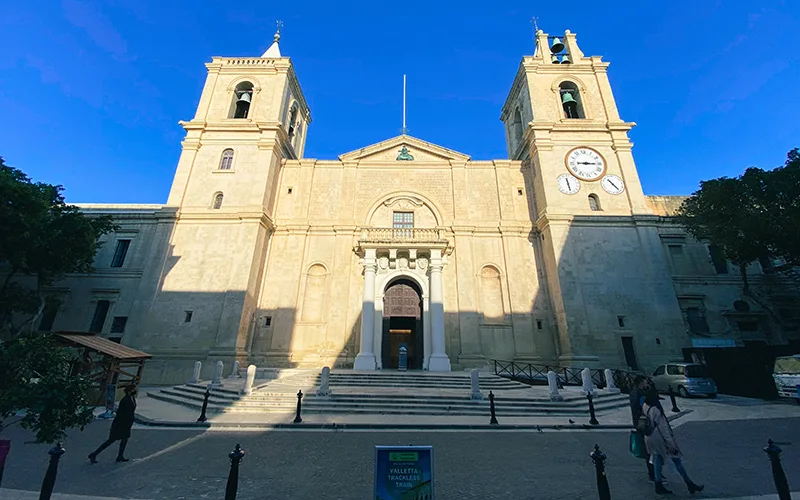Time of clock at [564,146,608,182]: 3:14
